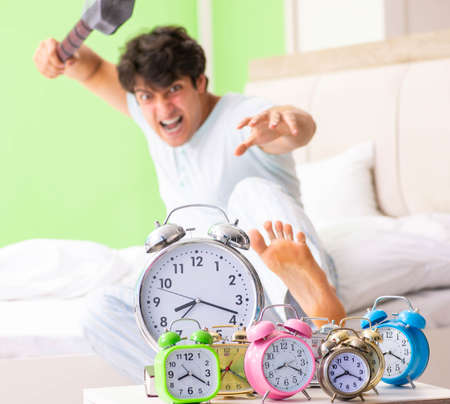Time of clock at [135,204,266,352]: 8:18
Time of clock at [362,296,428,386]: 8:19
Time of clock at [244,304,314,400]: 8:19
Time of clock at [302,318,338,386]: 8:19
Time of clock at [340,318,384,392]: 8:19
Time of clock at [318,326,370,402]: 8:19
